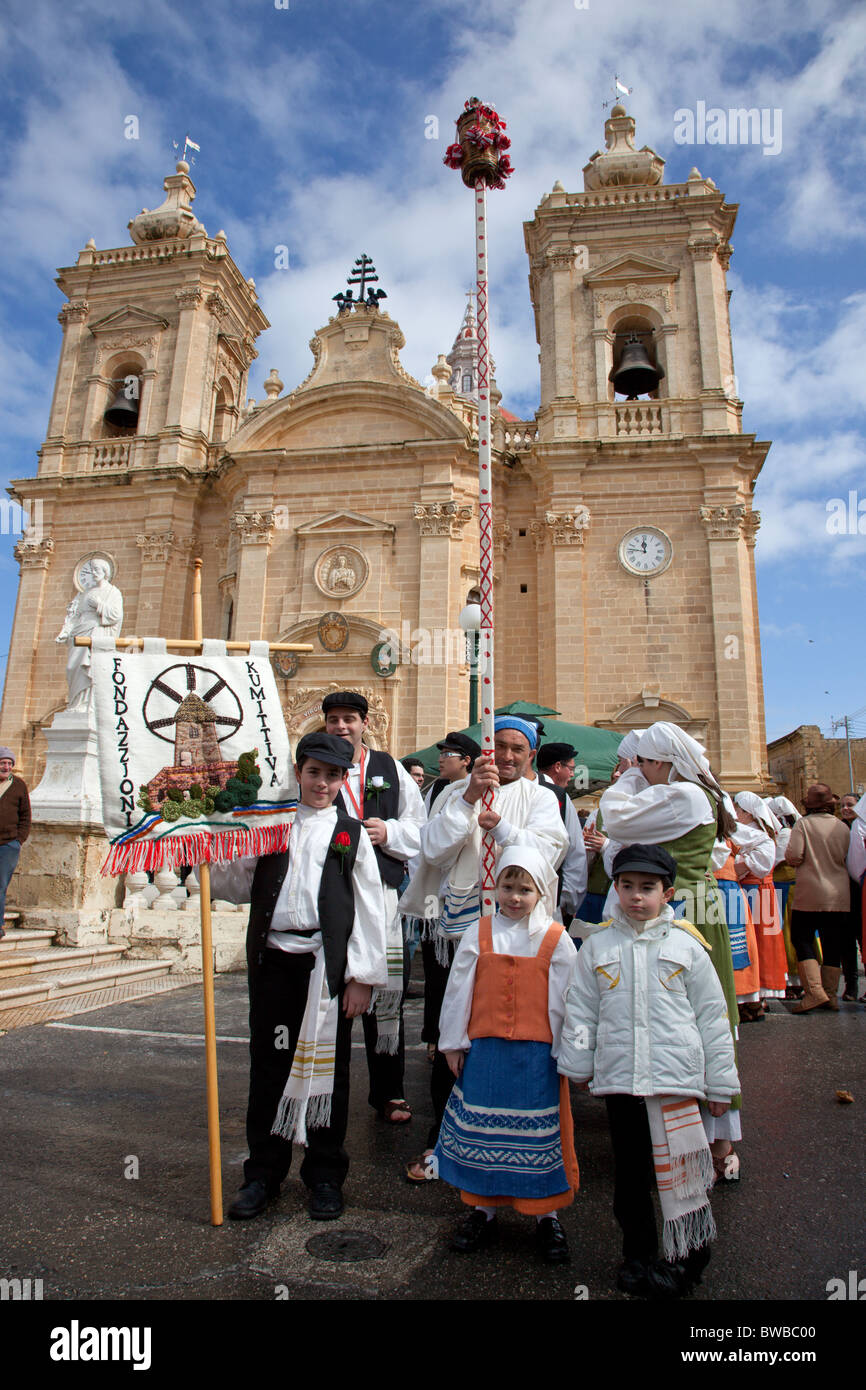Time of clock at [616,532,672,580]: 11:46
